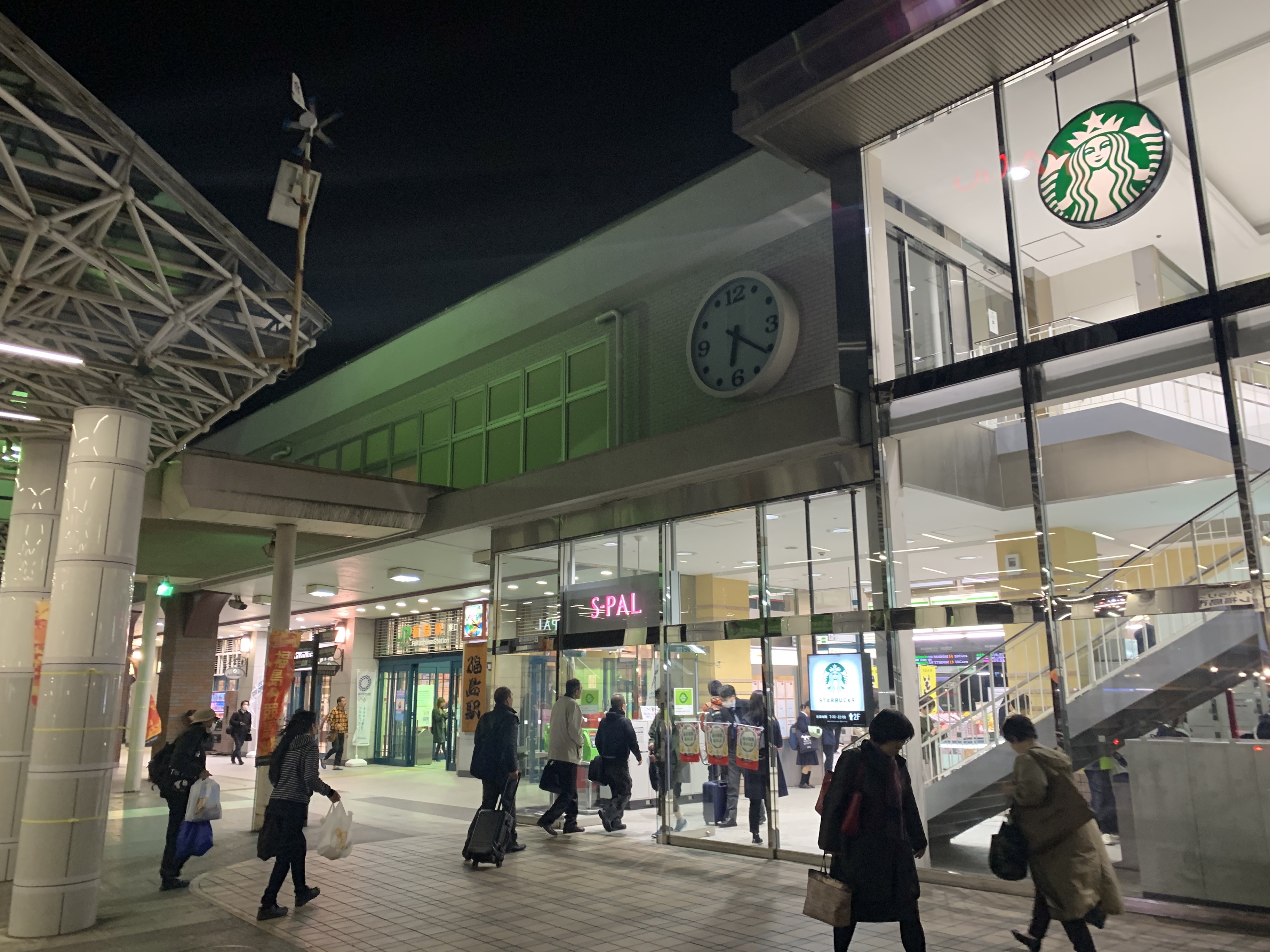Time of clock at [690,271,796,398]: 6:20
